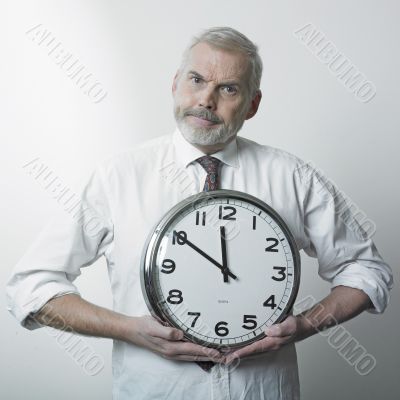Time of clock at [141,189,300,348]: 11:50
